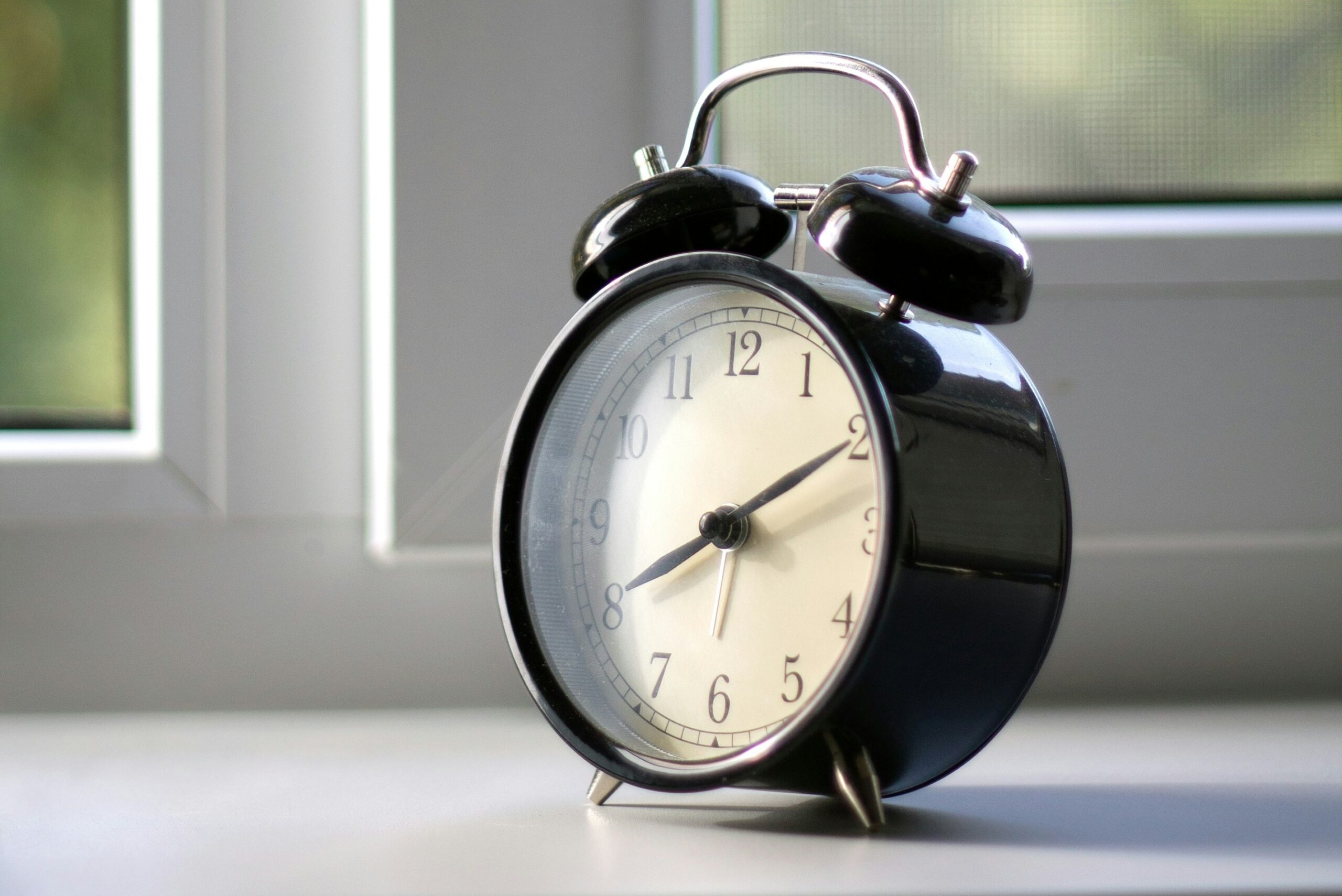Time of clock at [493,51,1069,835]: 8:10
